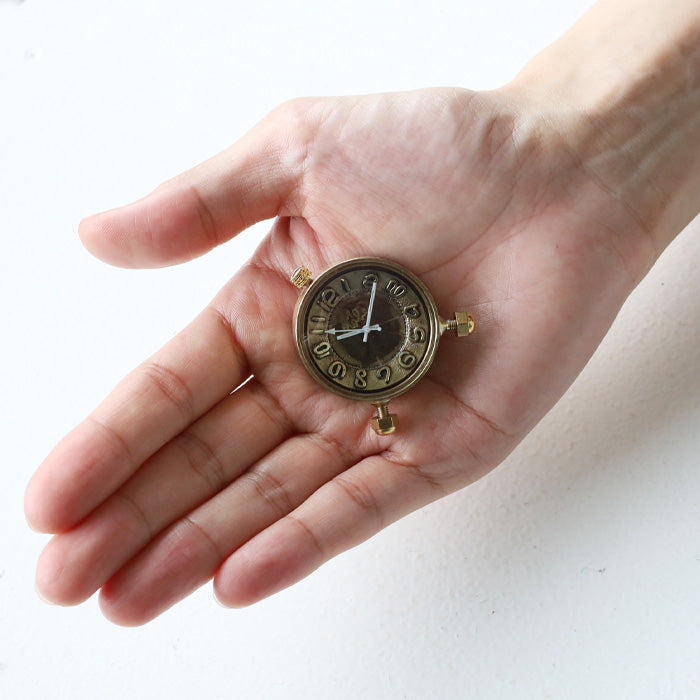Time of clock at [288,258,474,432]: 9:01
